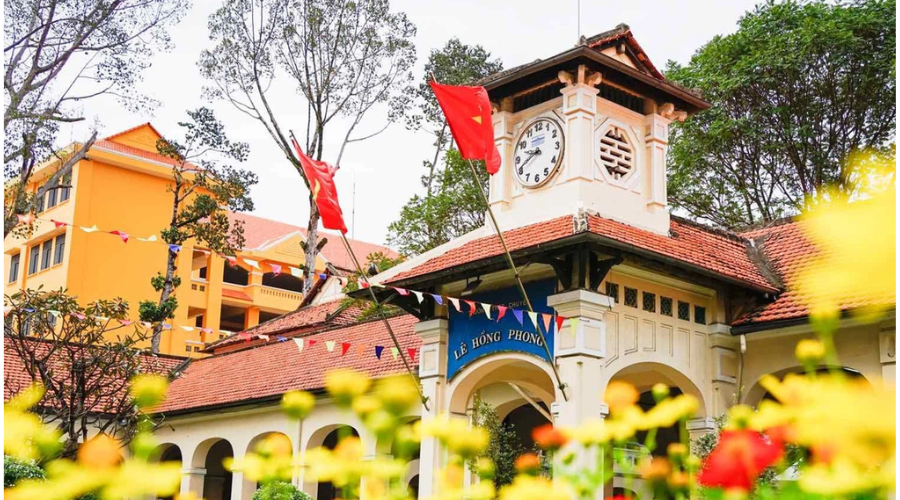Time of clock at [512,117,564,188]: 9:41
